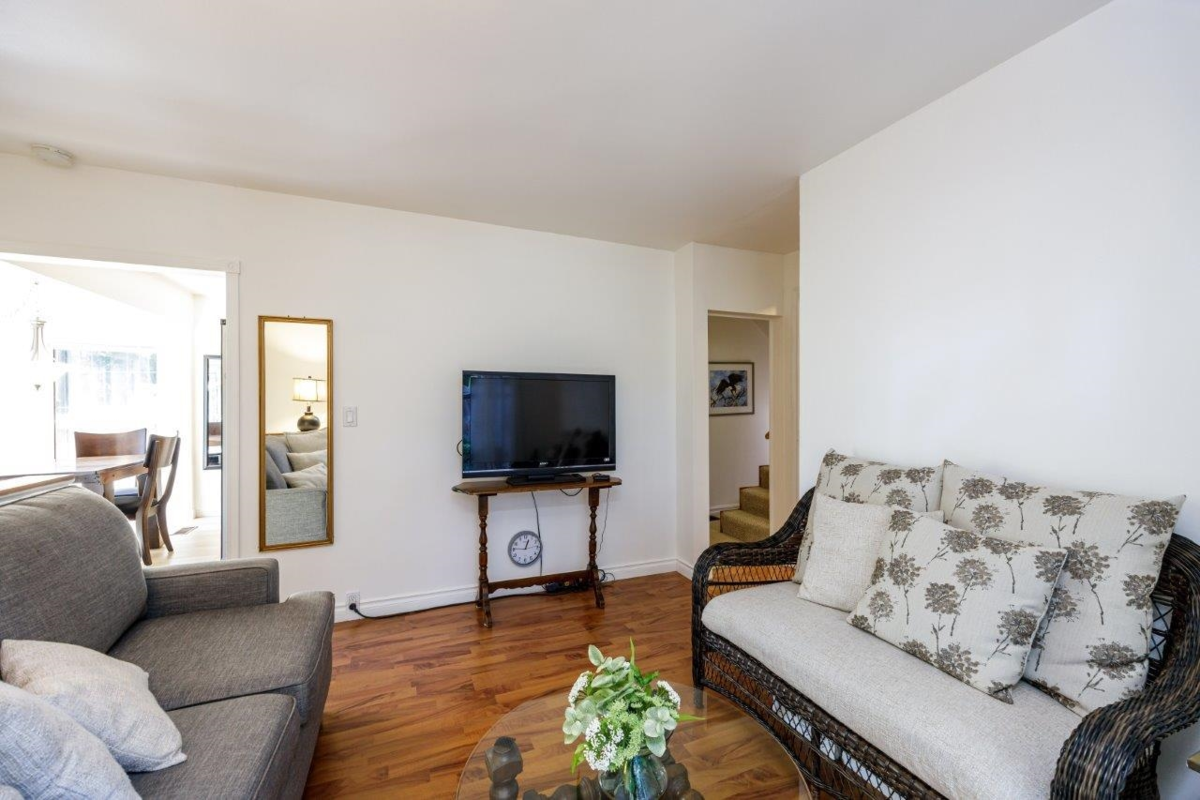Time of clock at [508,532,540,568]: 12:46
